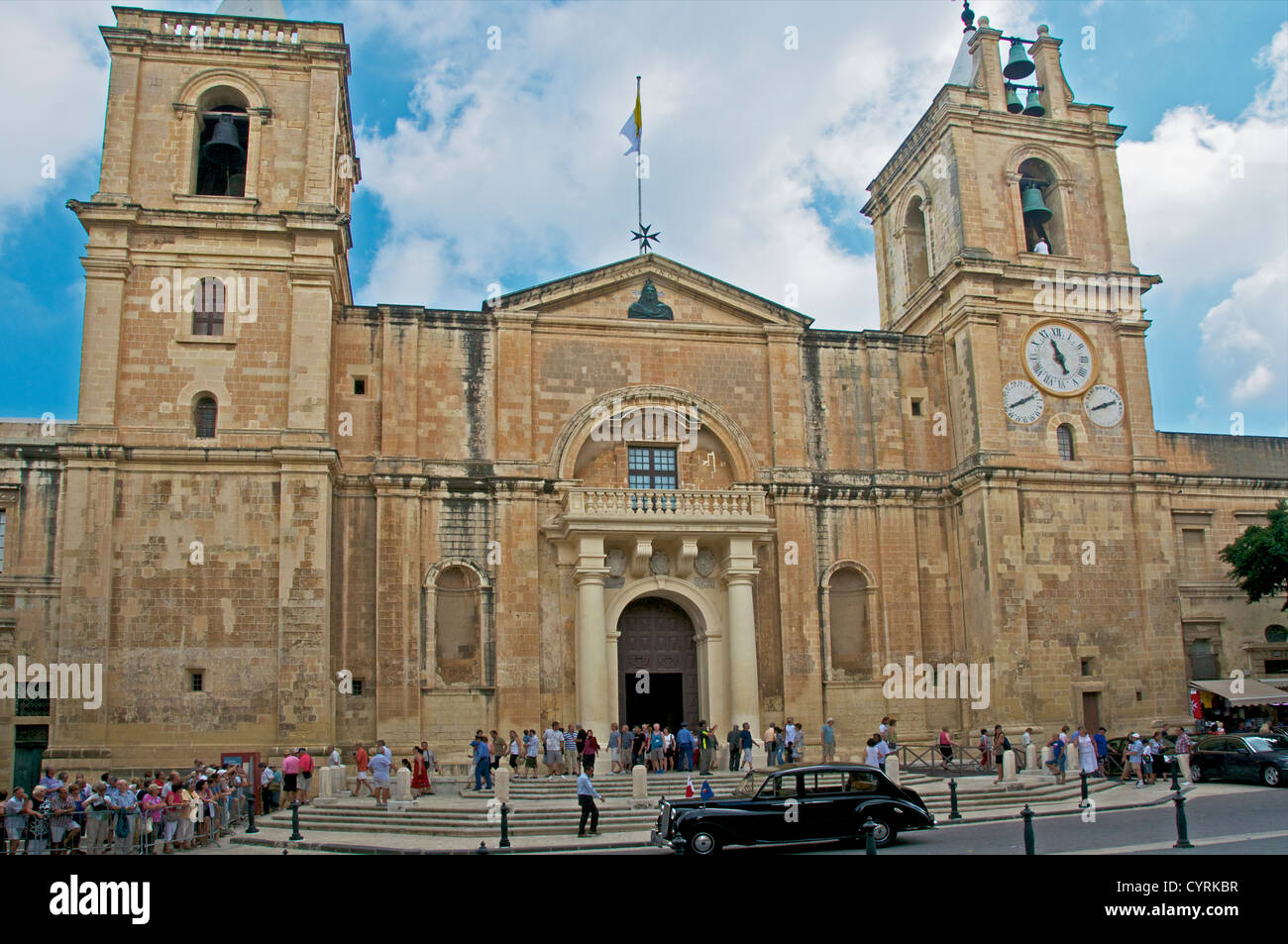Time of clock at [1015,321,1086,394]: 4:56
